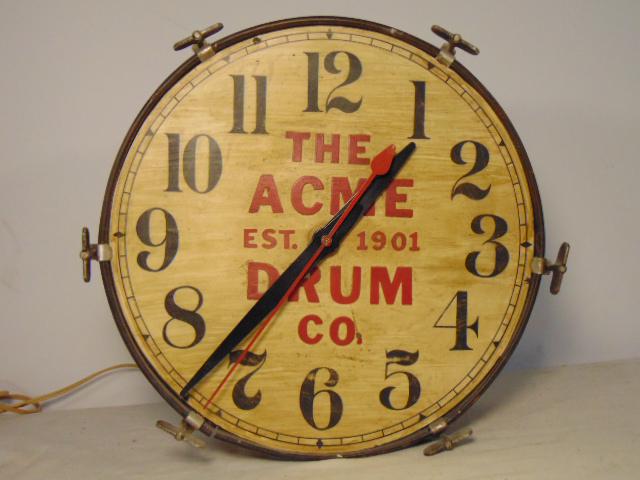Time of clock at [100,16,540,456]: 1:37
